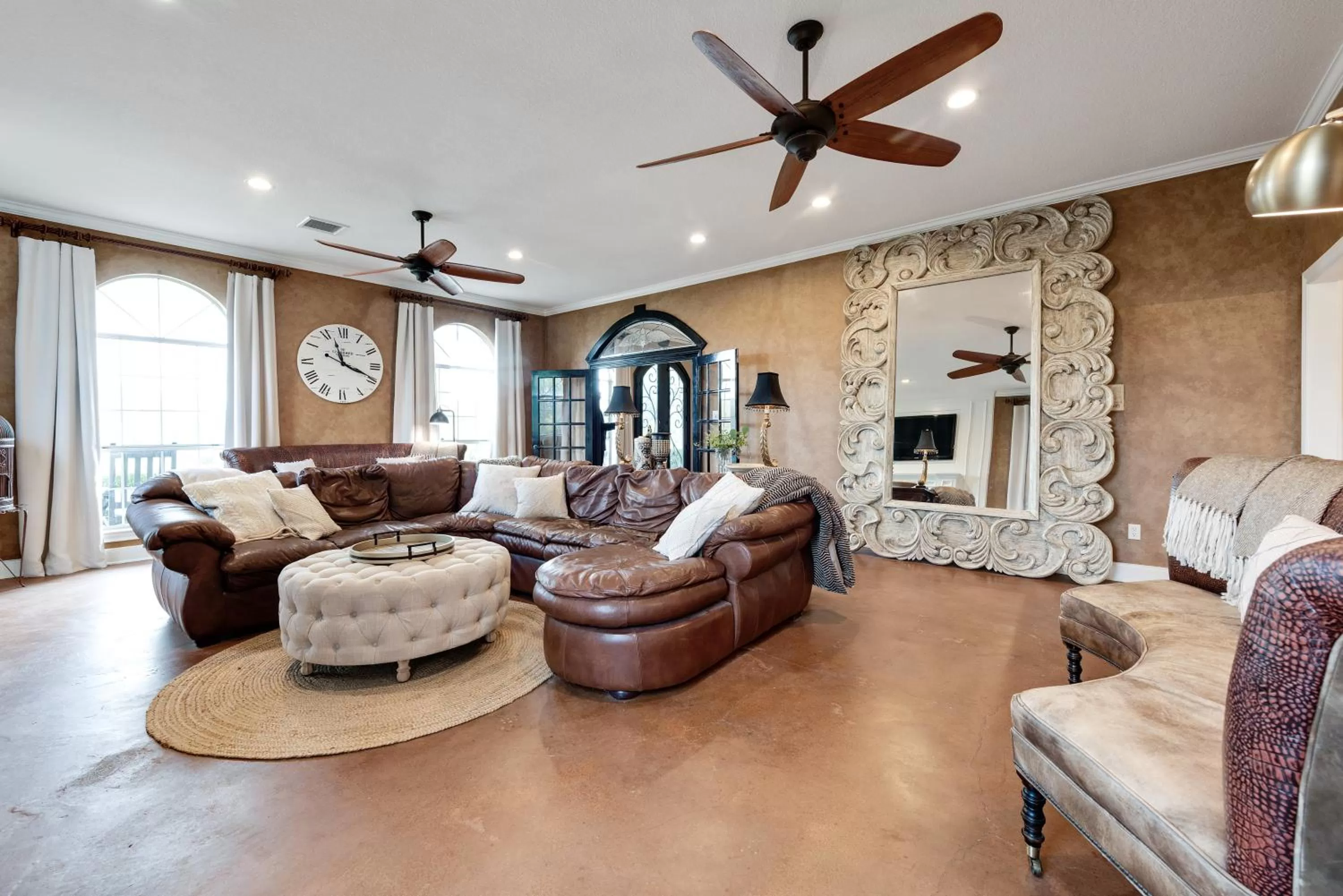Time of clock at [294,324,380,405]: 11:18
